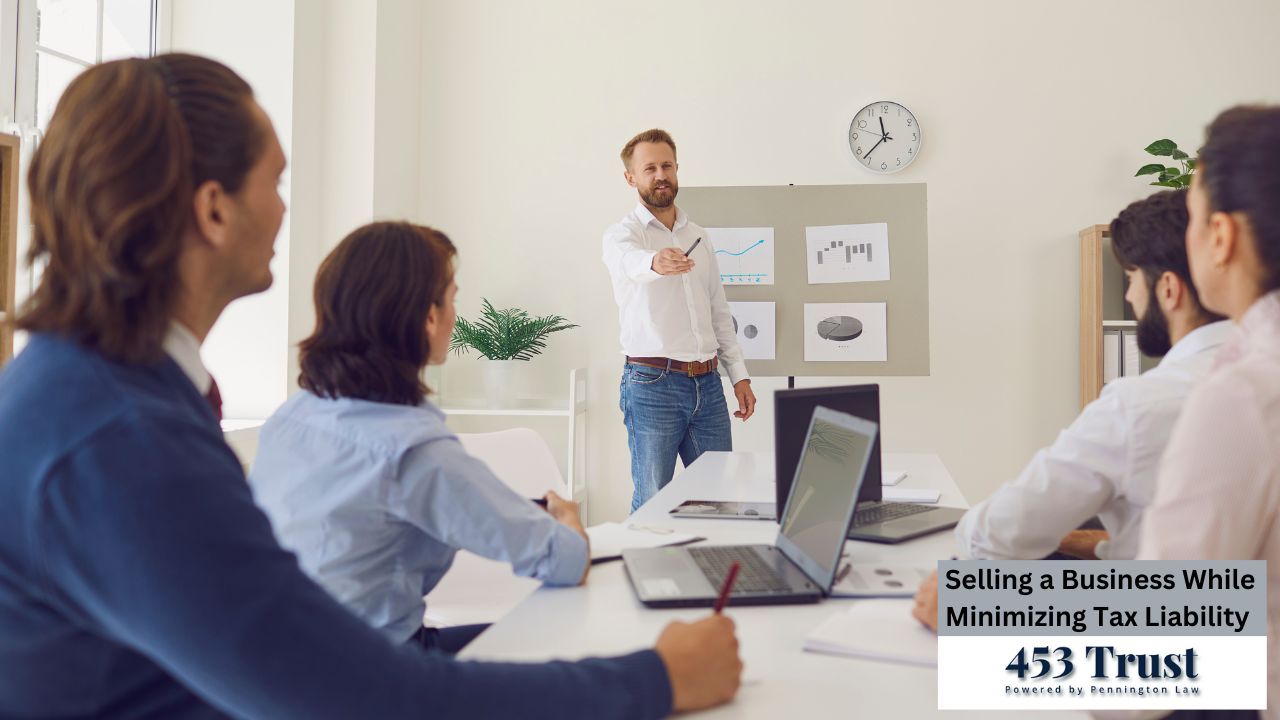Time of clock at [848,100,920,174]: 11:36
